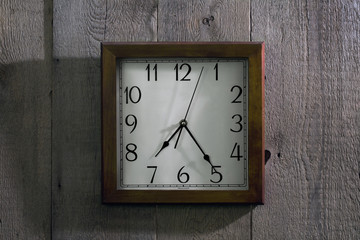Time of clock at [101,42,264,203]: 7:24
